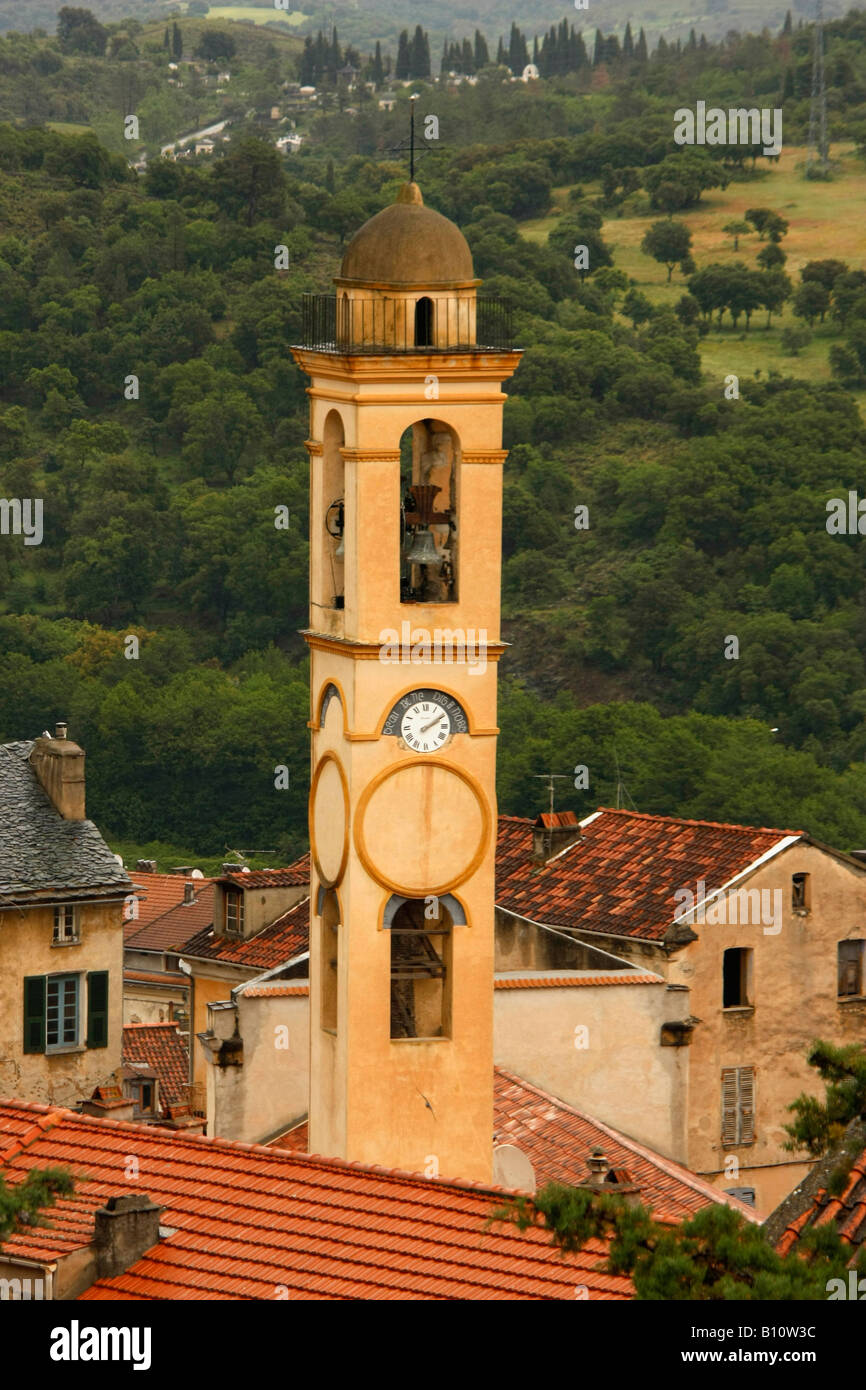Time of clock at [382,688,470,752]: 2:09
